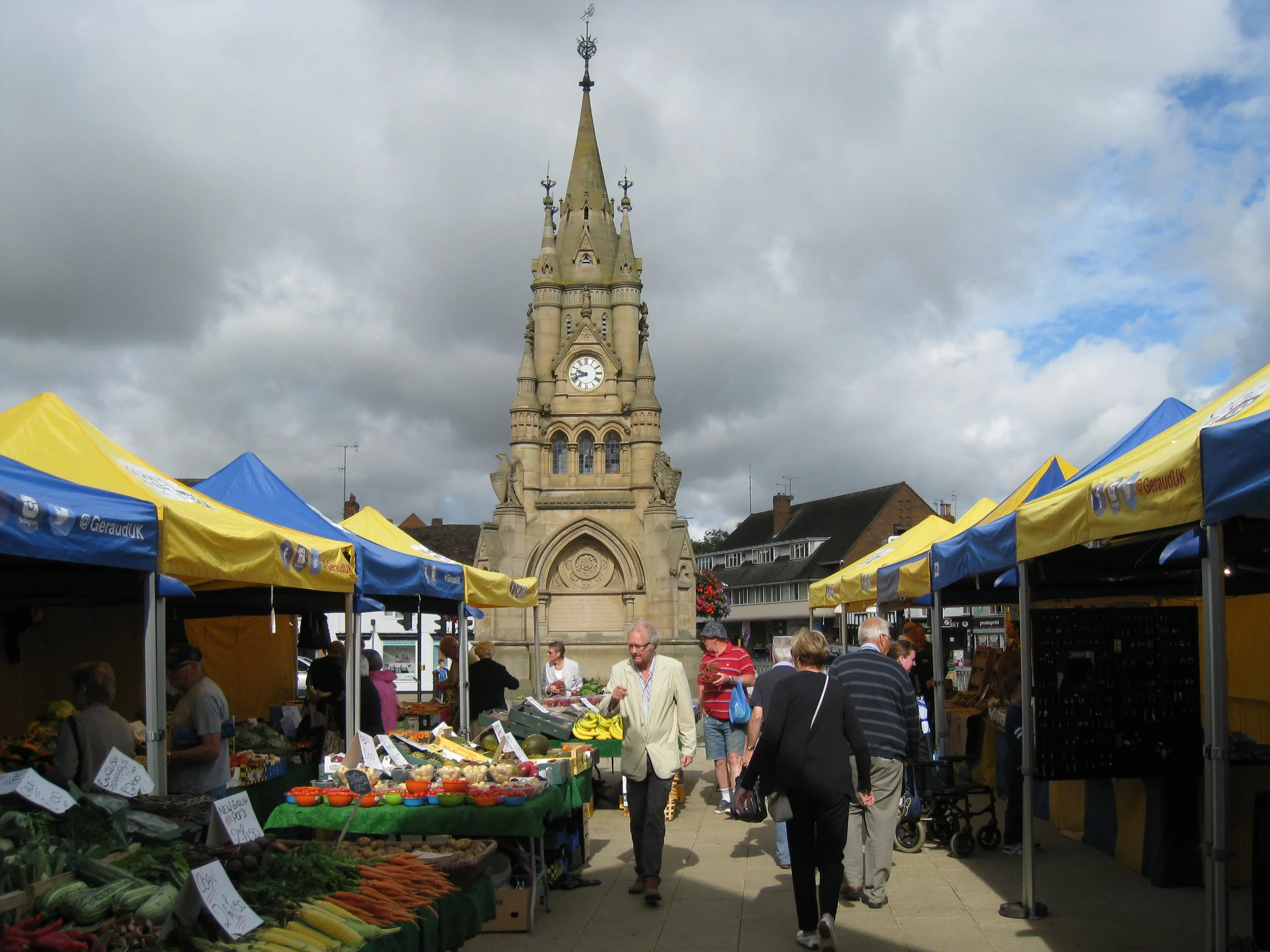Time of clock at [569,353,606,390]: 9:42
